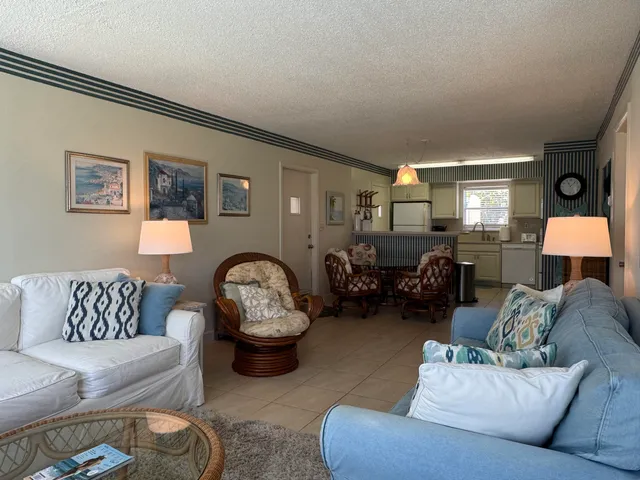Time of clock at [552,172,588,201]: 11:07
